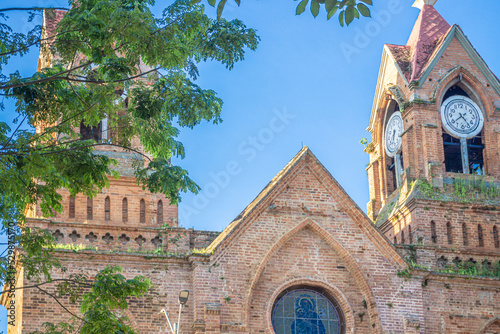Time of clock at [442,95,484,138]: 4:39
